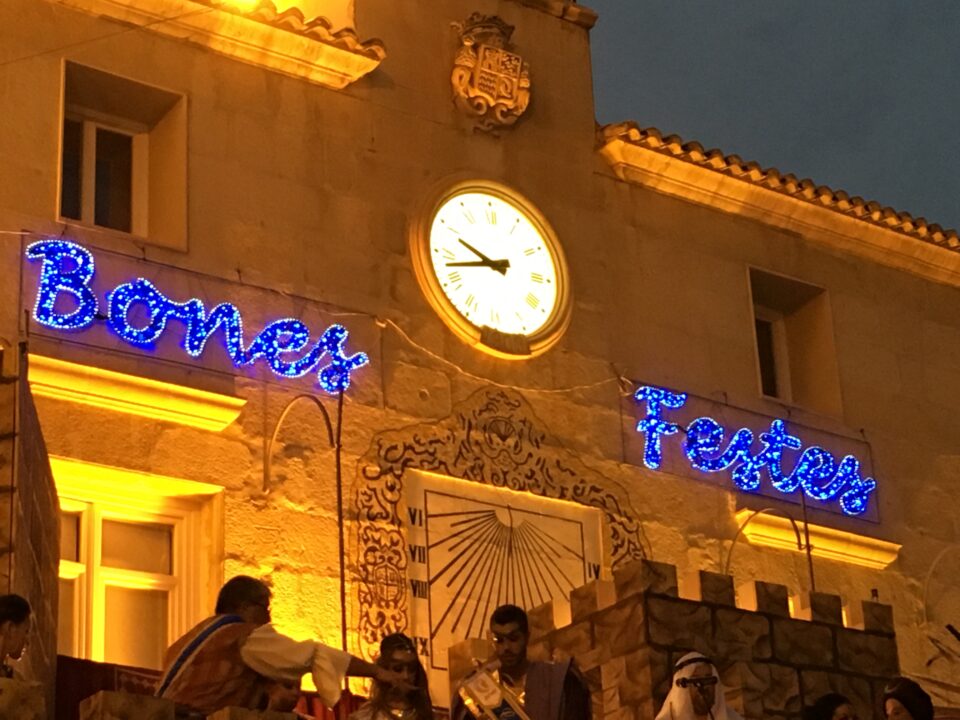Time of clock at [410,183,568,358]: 9:42
